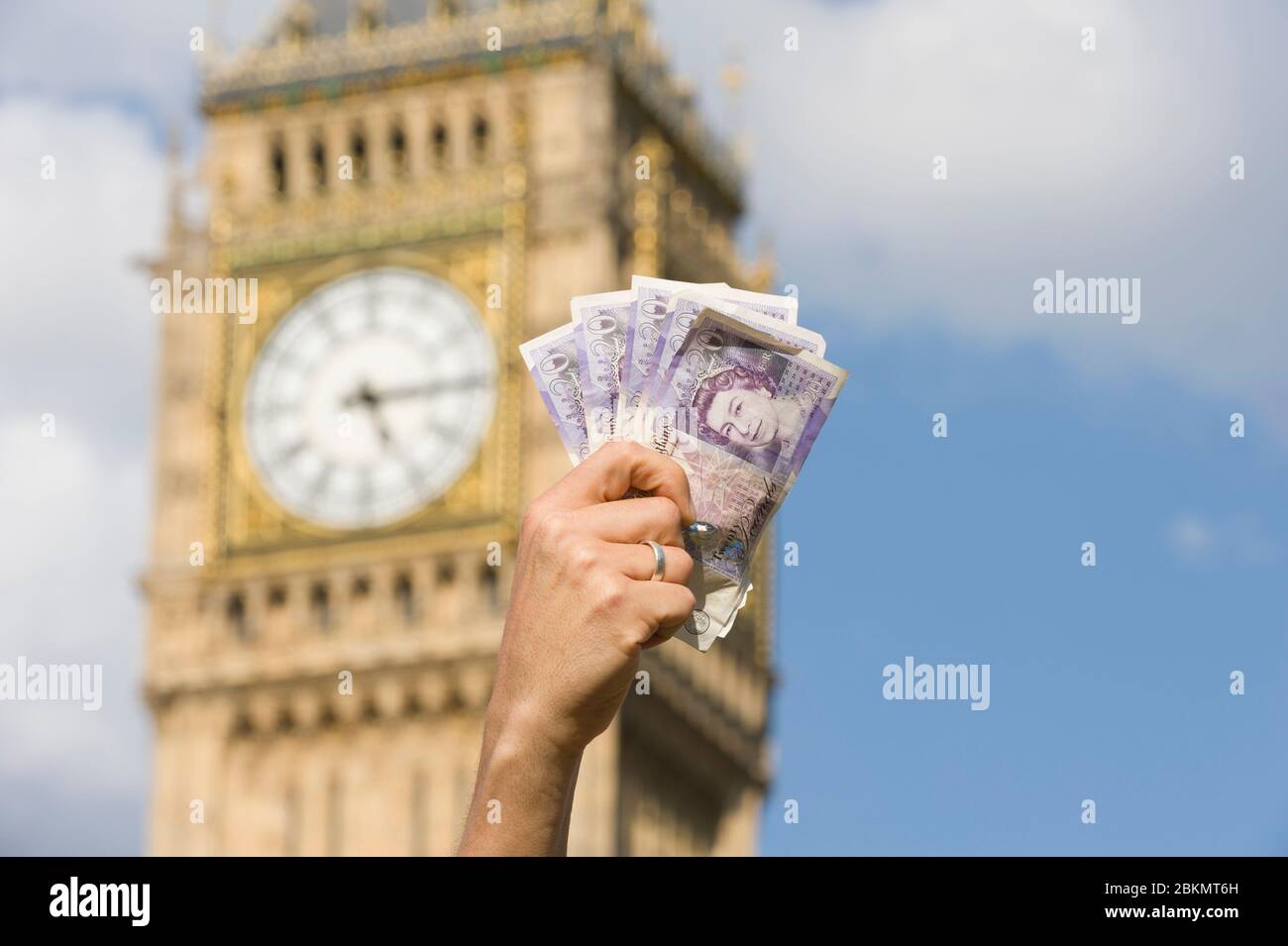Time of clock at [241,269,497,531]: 5:14
